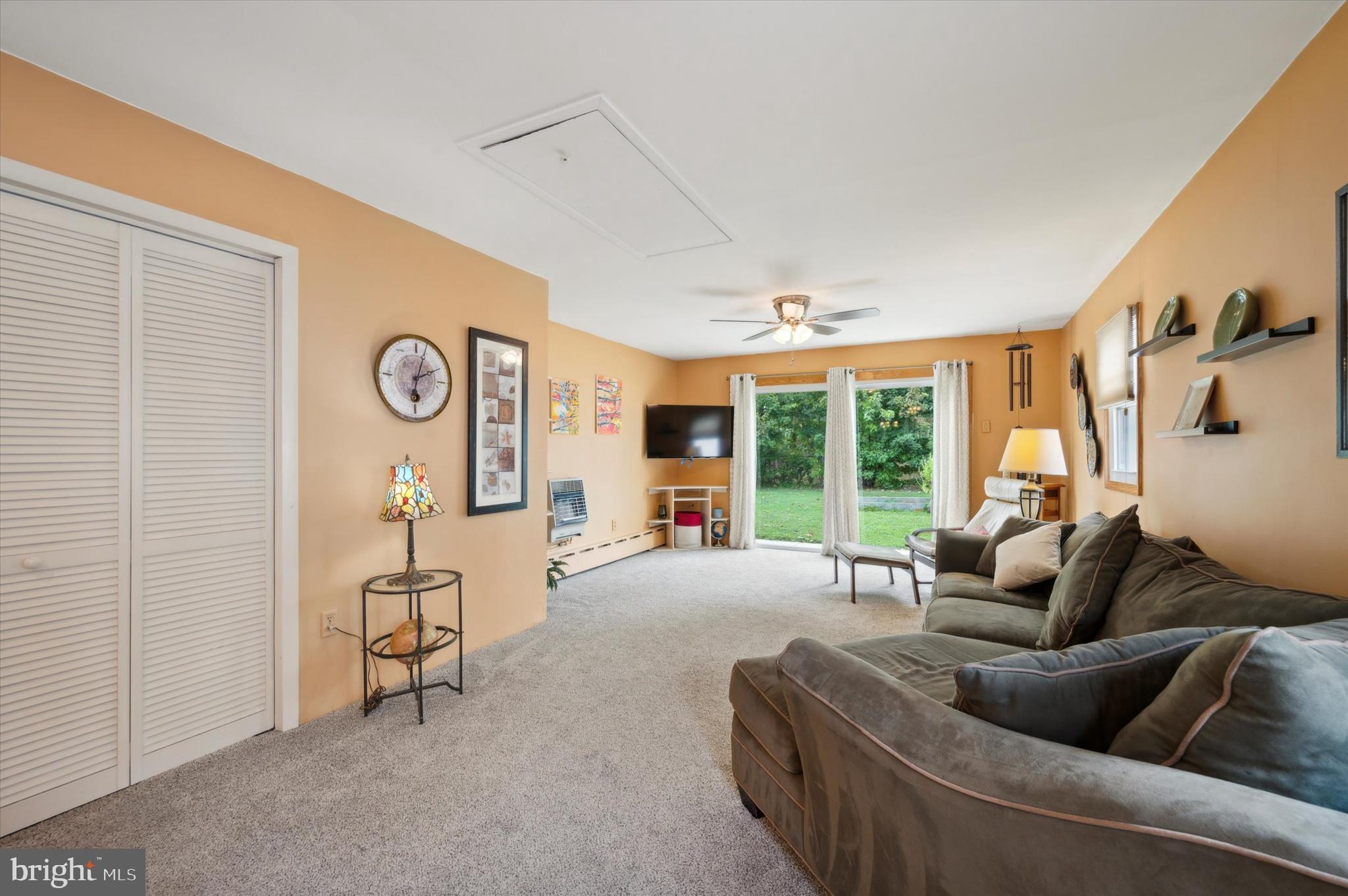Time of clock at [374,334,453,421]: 2:03
